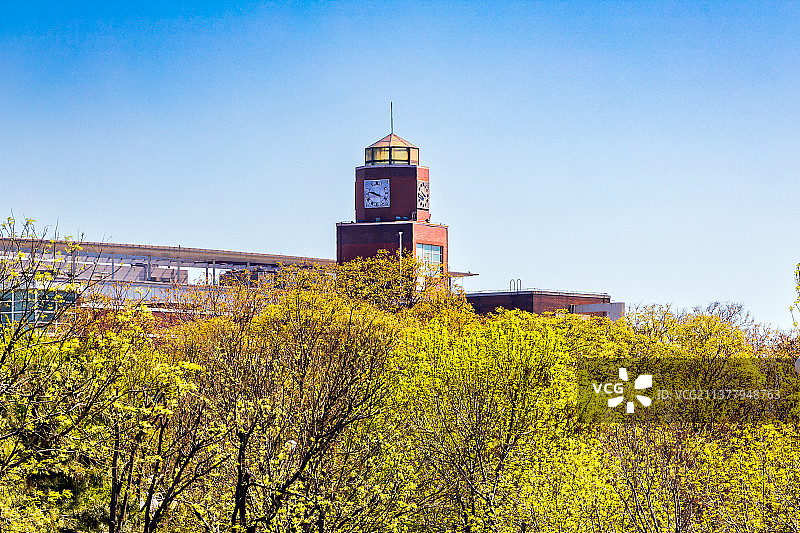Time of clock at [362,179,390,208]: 3:47
